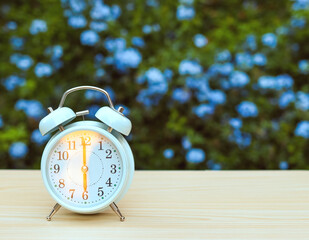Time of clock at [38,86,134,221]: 5:59
